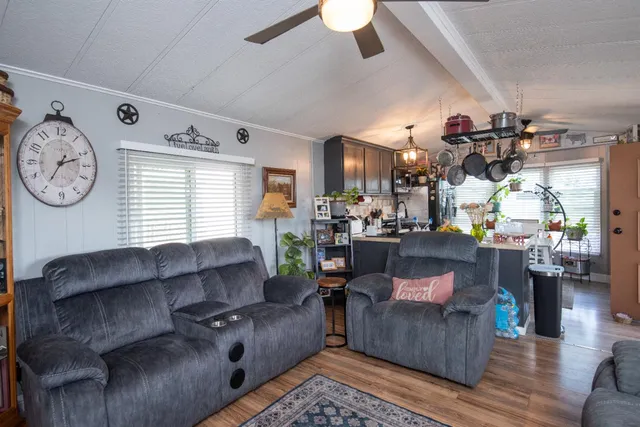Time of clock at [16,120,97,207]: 2:35
